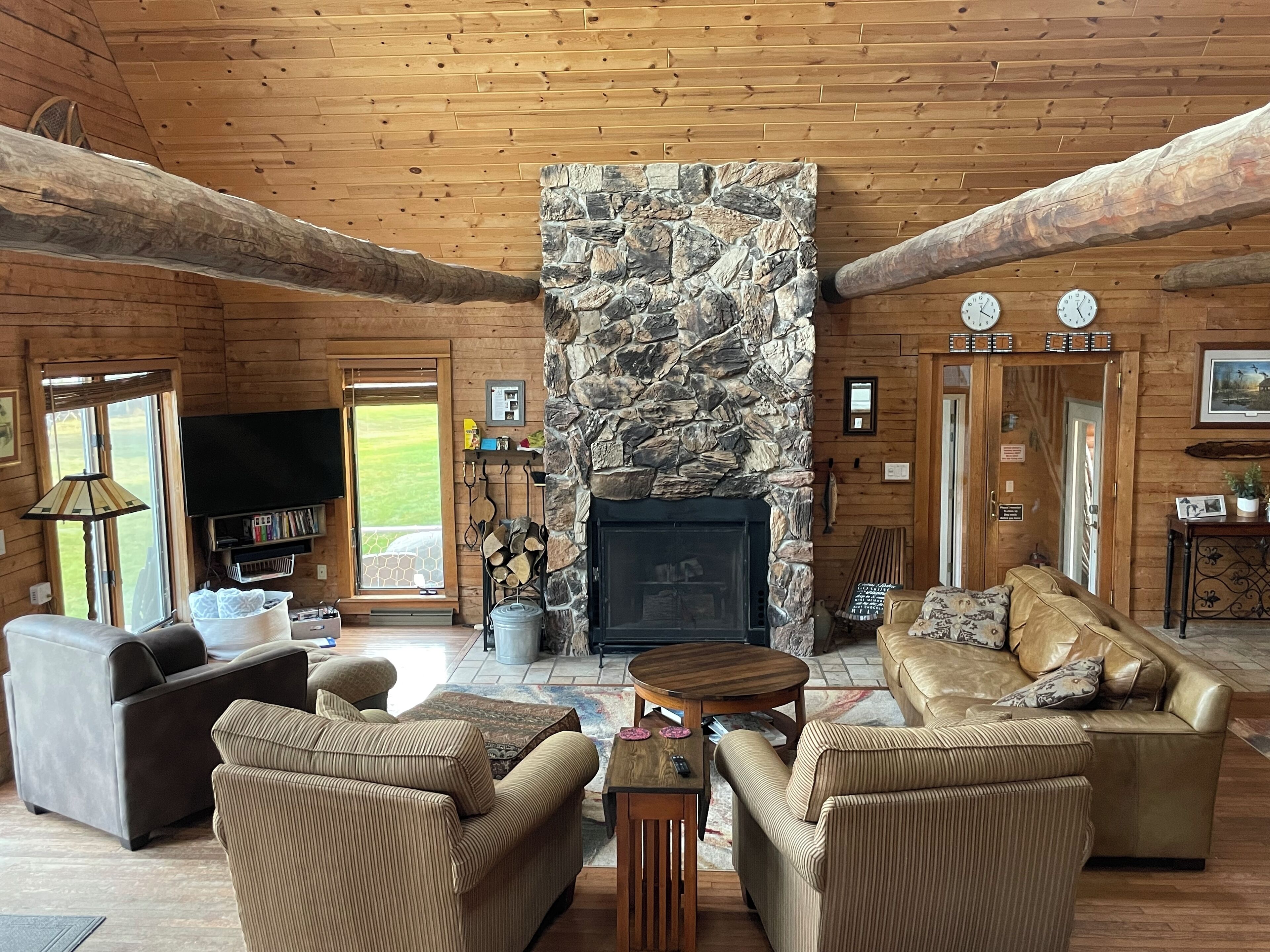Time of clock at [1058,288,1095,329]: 5:05
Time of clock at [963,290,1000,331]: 4:05
